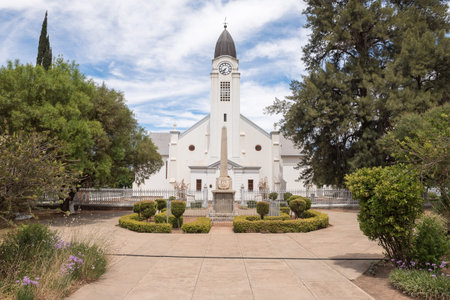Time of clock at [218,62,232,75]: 7:33
